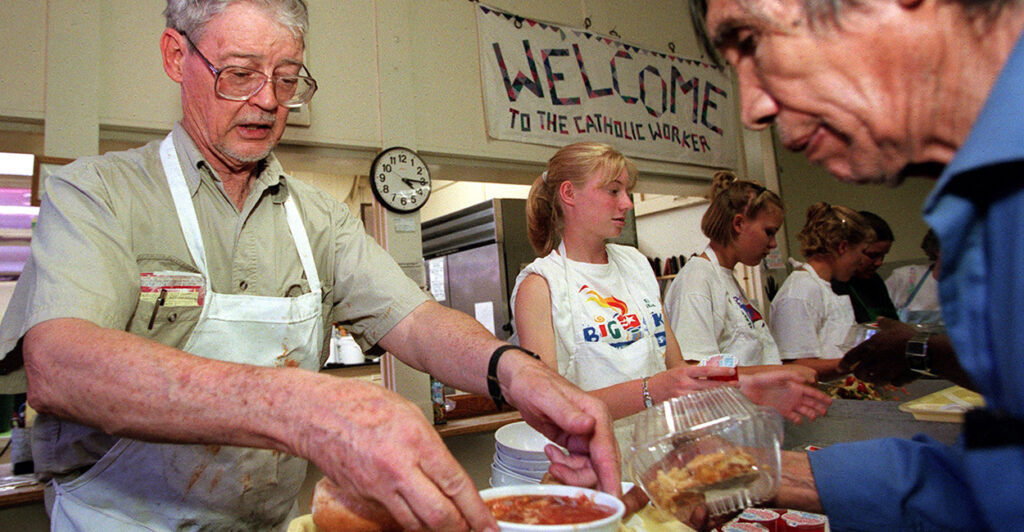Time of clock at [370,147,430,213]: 4:15
